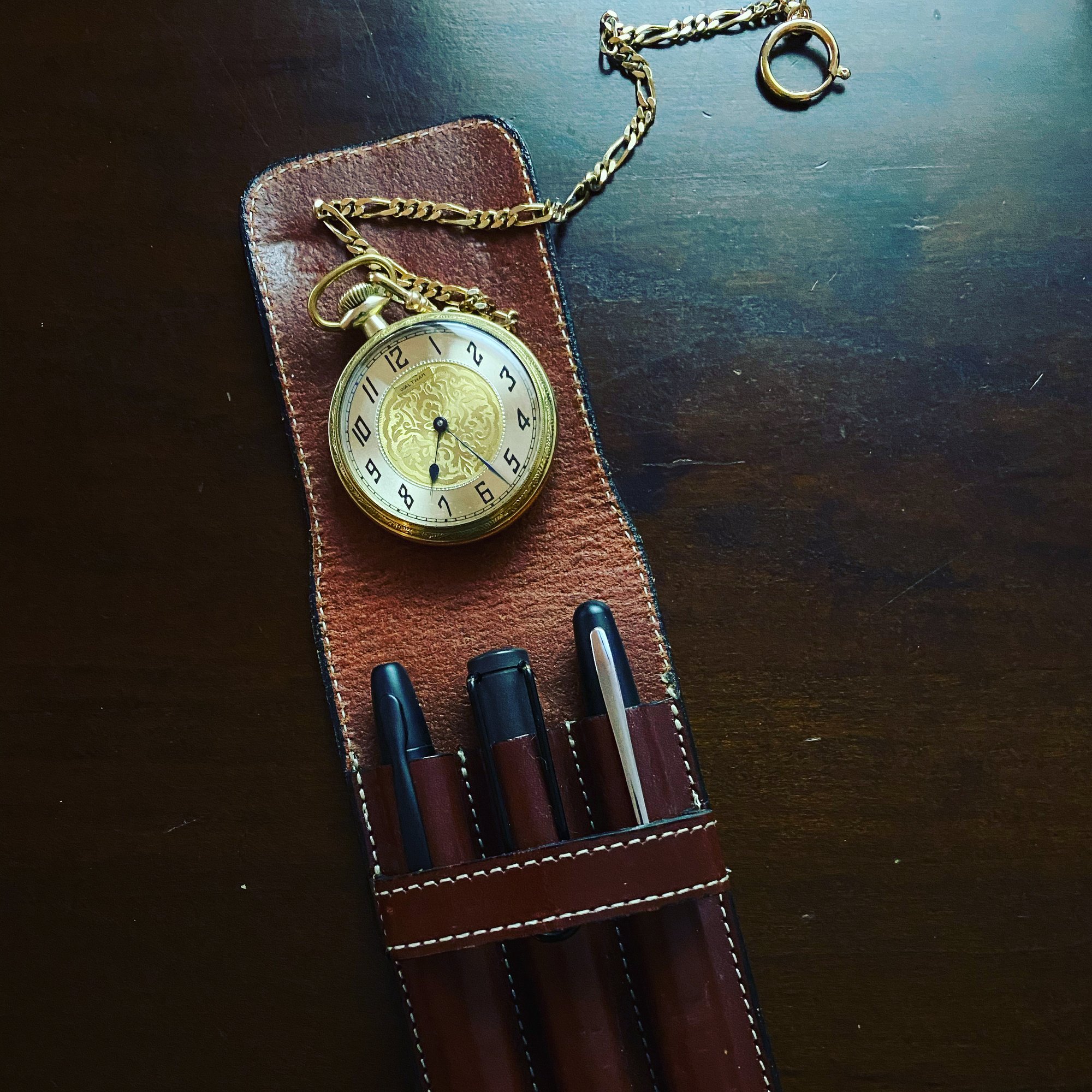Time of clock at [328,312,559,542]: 6:22
